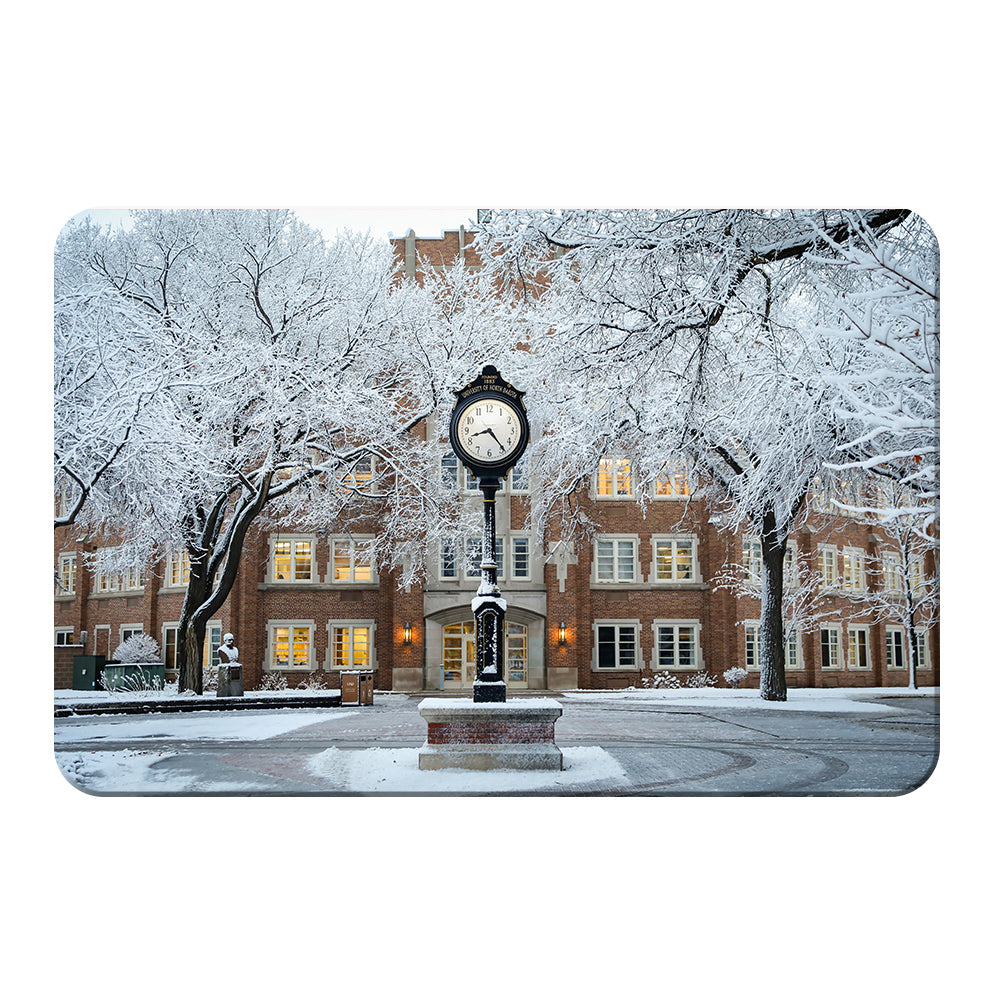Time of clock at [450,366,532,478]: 8:23
